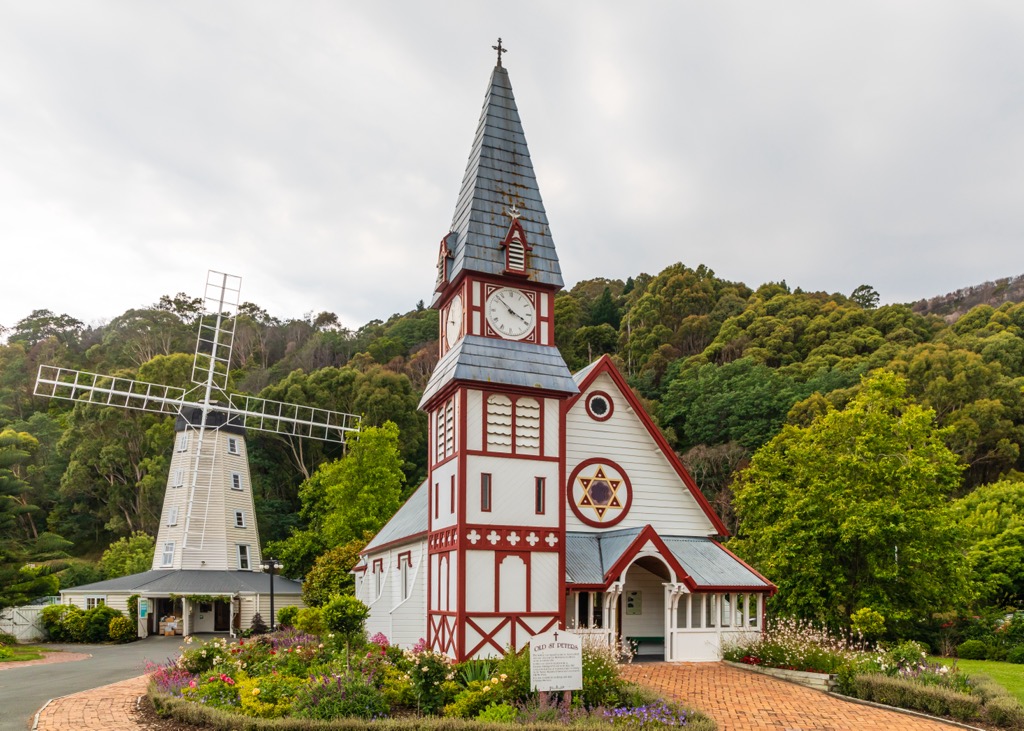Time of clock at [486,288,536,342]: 3:52
